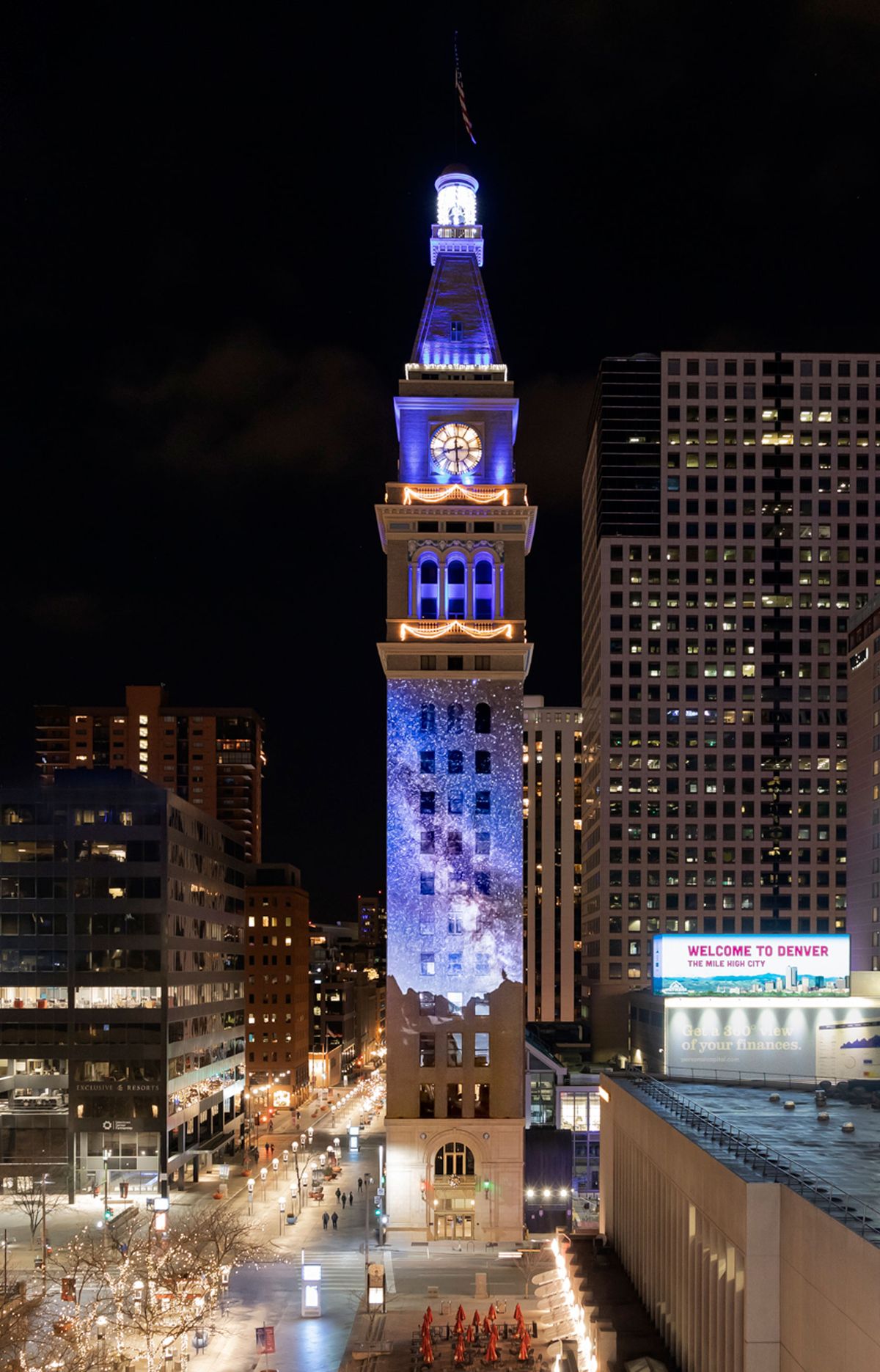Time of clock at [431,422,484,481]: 8:29
